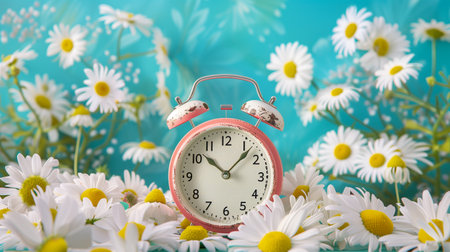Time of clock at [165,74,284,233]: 10:07
